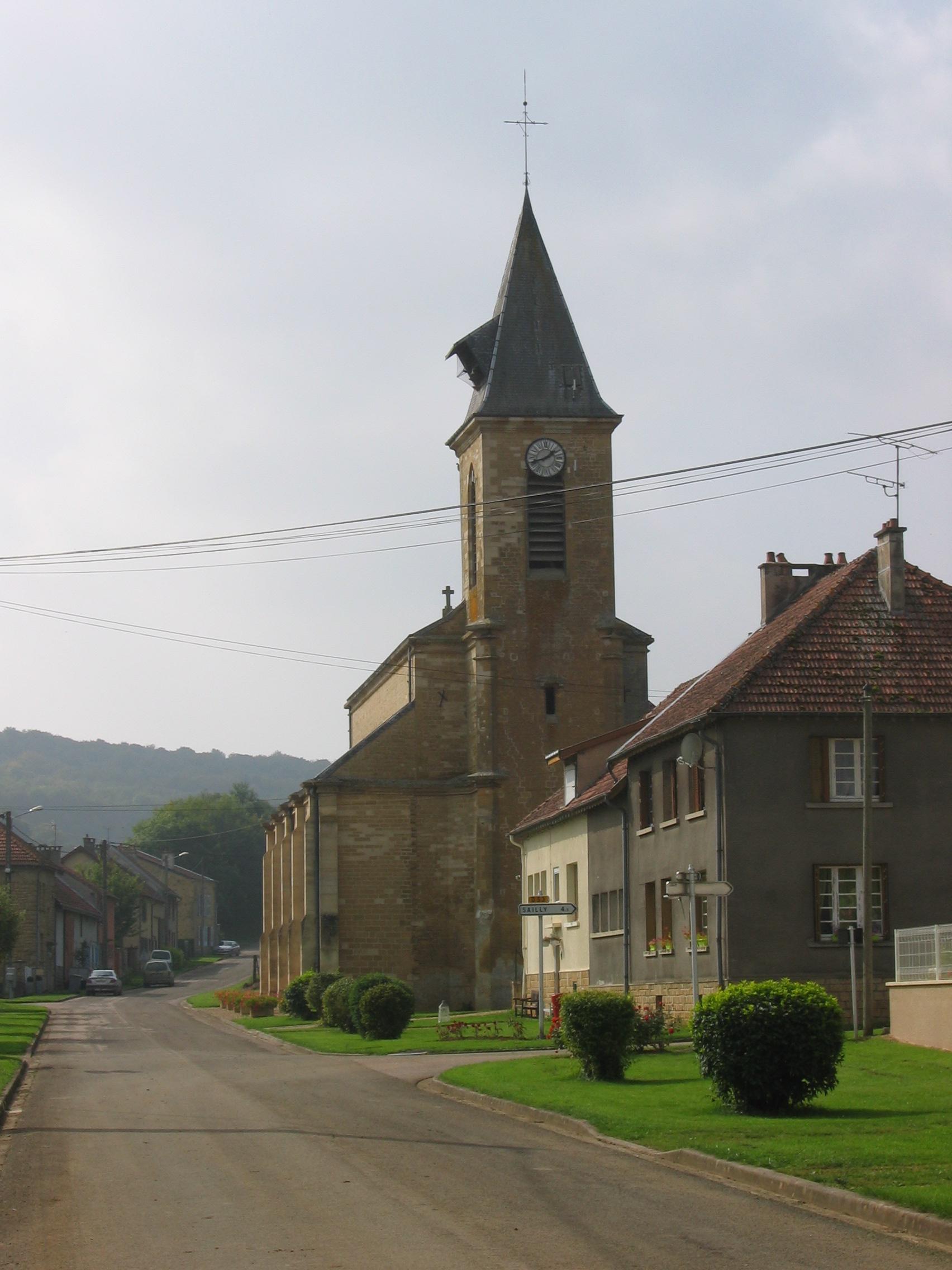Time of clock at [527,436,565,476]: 1:42
